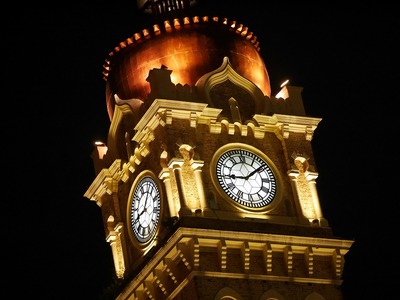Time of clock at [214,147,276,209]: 9:08
